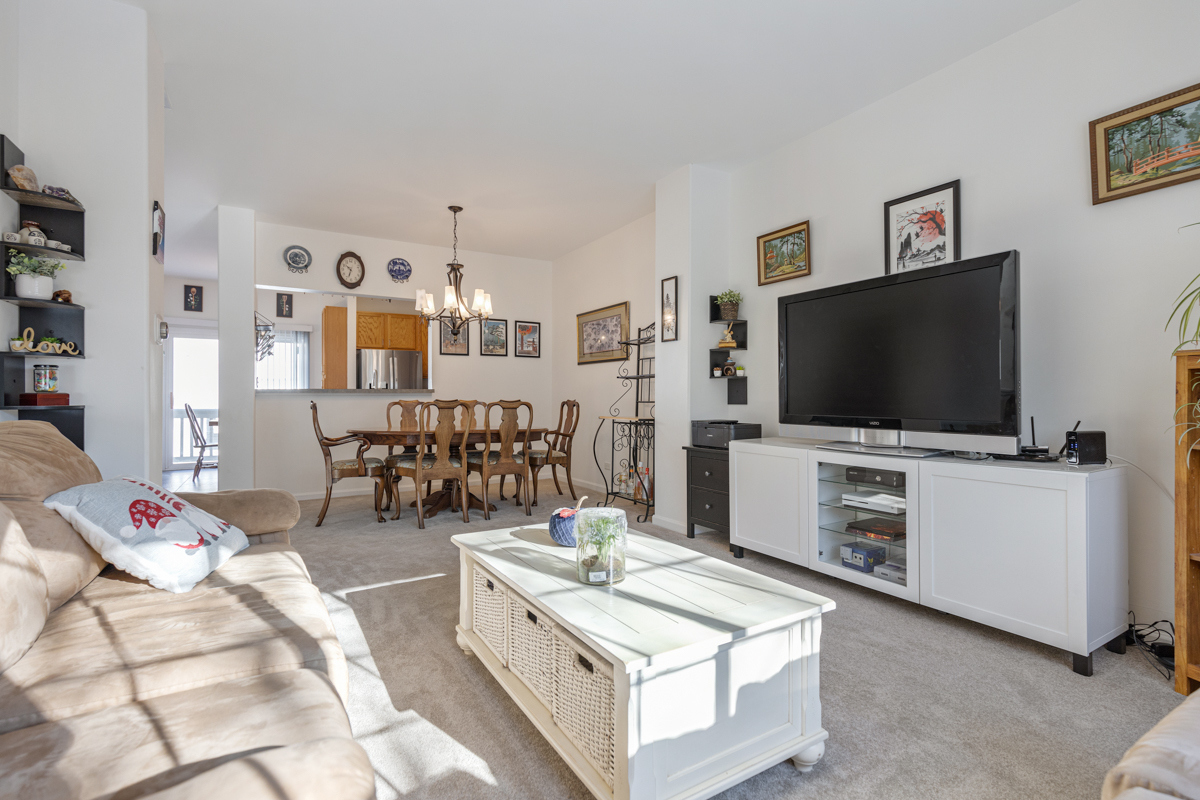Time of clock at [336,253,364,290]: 10:33
